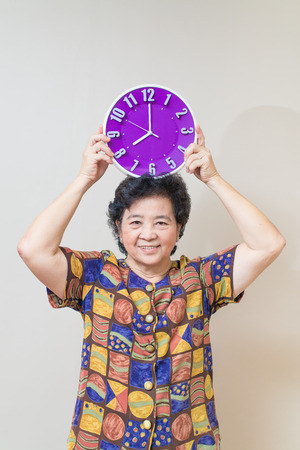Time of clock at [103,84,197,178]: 8:00
